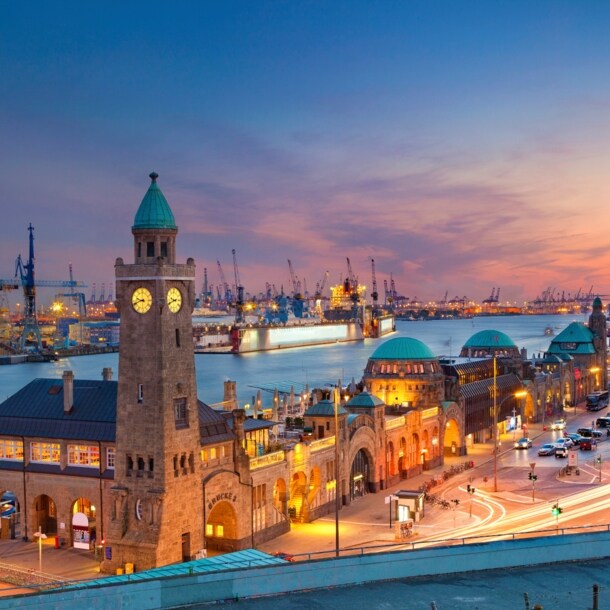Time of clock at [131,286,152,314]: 9:42
